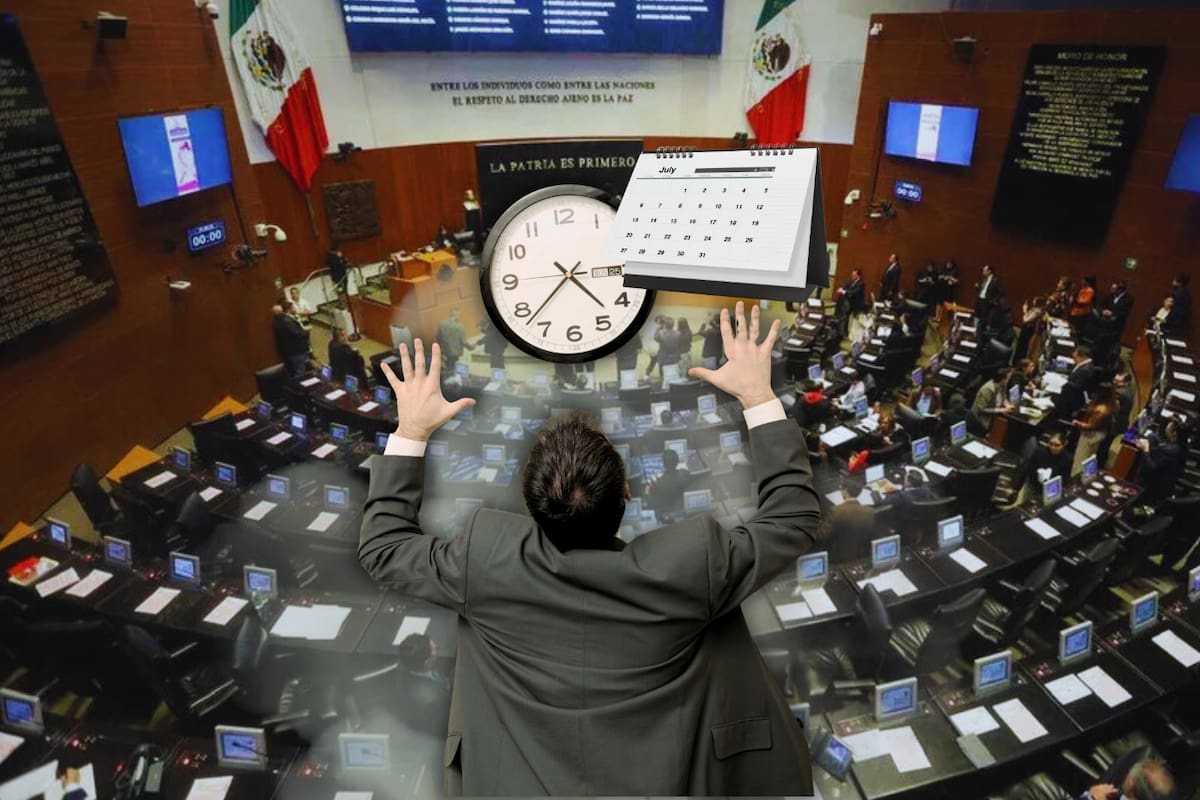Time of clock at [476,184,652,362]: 4:37
